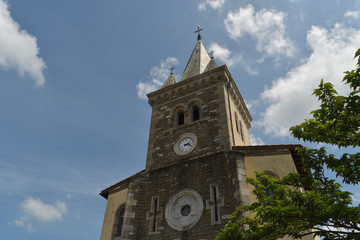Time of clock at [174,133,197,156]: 2:18
